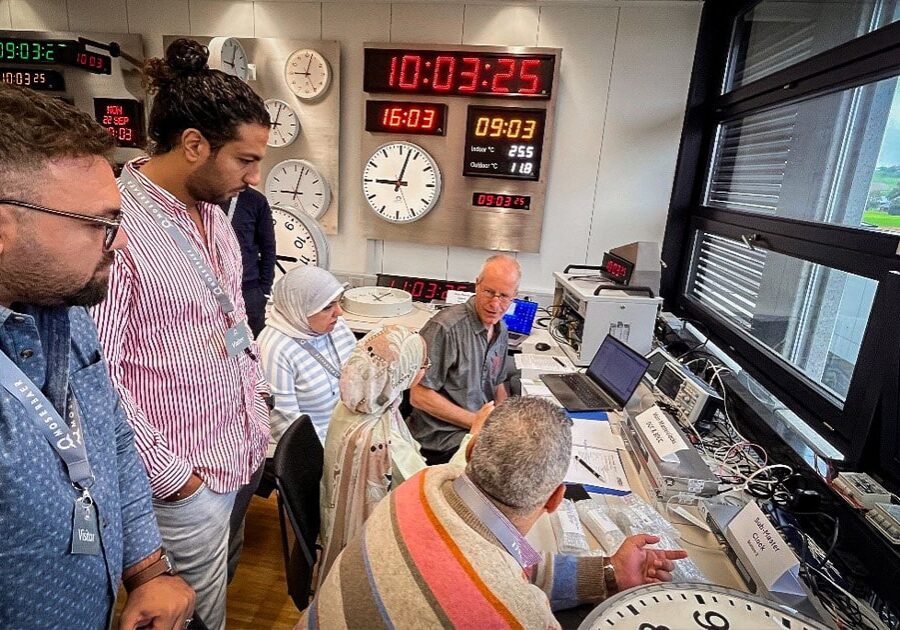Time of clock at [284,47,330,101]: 9:02
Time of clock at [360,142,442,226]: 9:02
